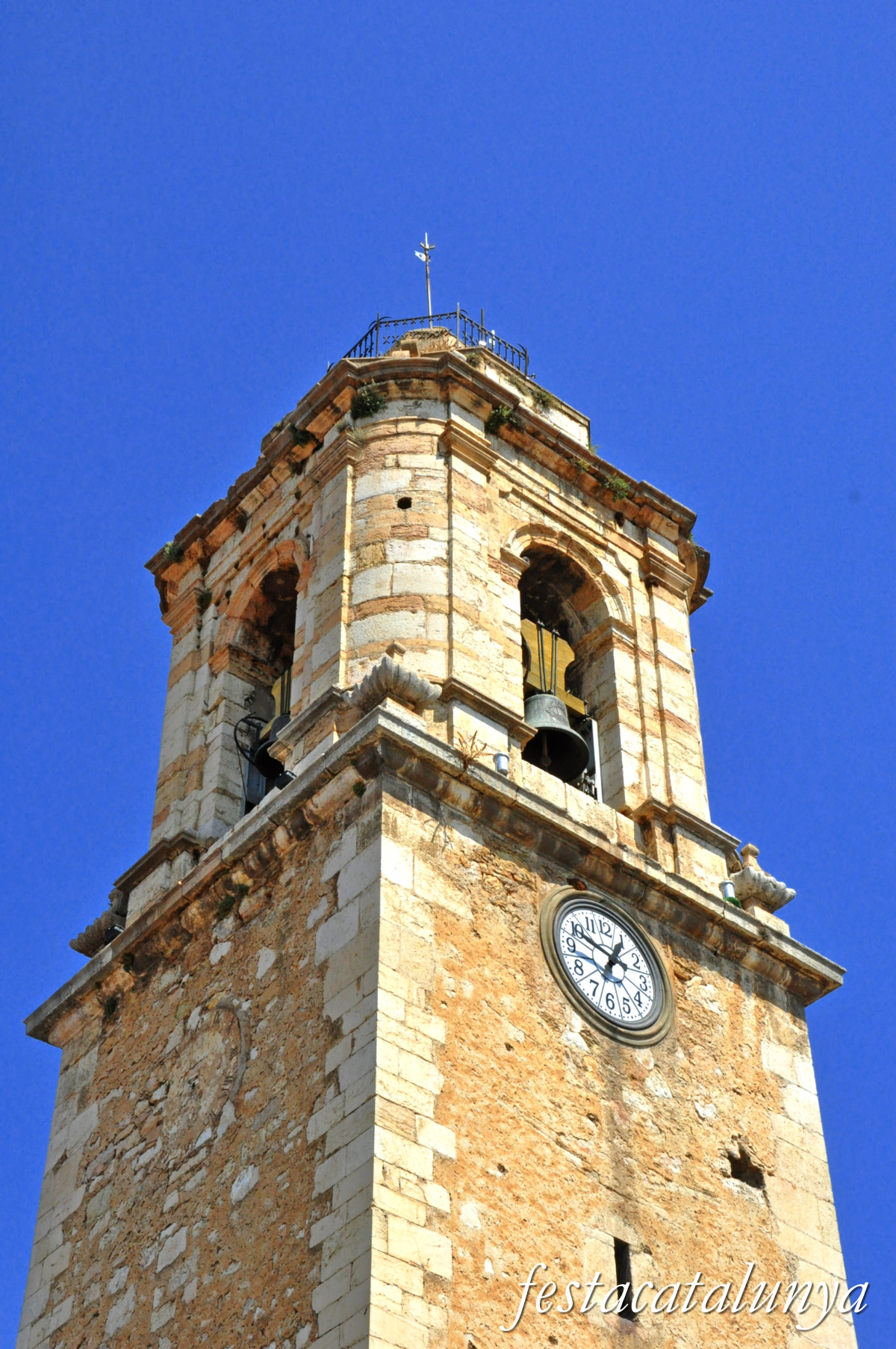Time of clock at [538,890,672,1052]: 12:48
